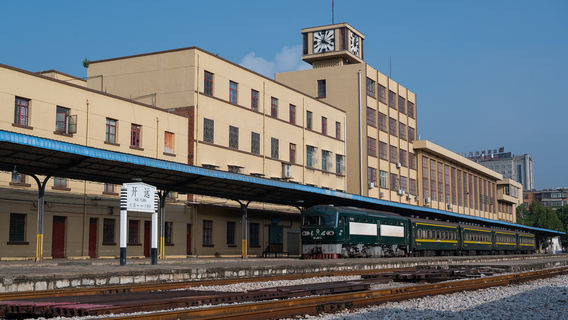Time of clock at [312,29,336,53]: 4:01
